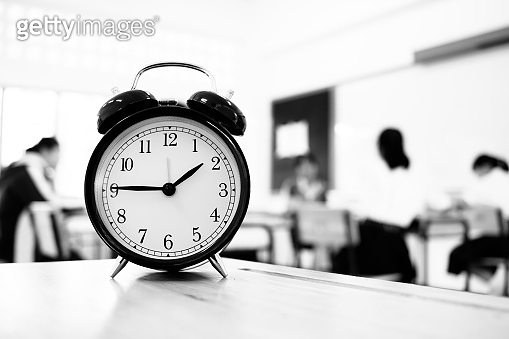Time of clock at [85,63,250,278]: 1:45
